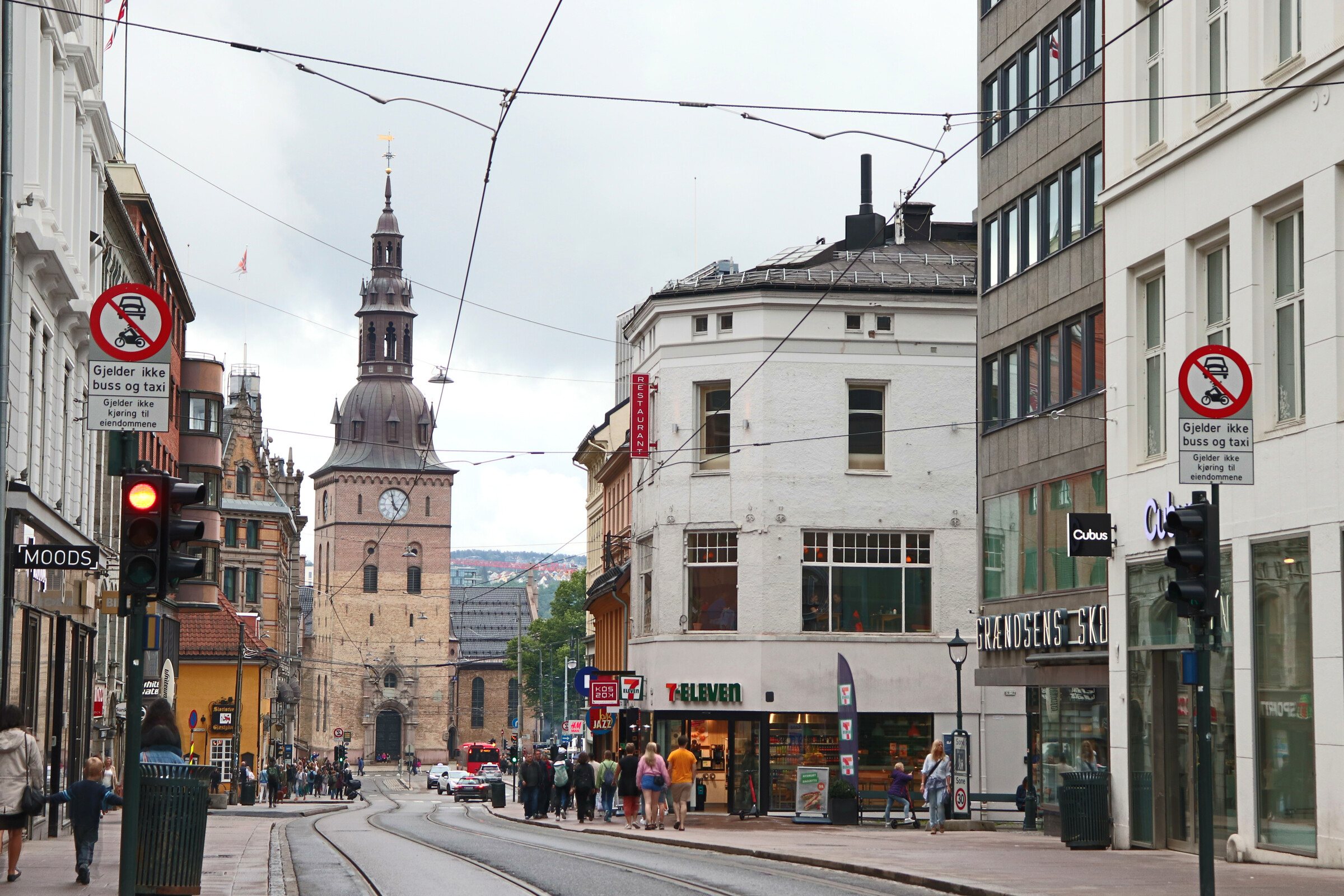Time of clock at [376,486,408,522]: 4:57
